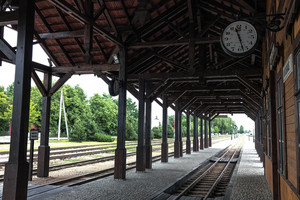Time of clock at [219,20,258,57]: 11:27
